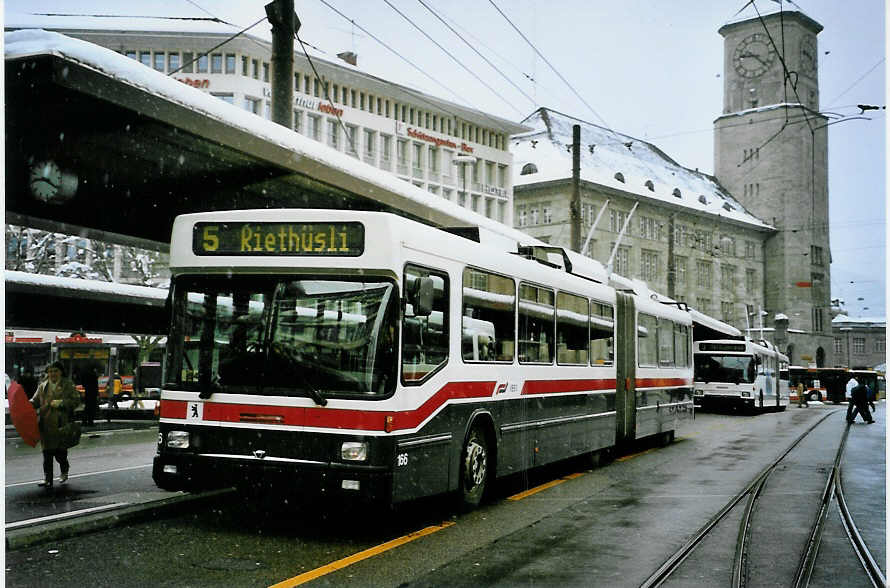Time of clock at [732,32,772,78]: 9:22
